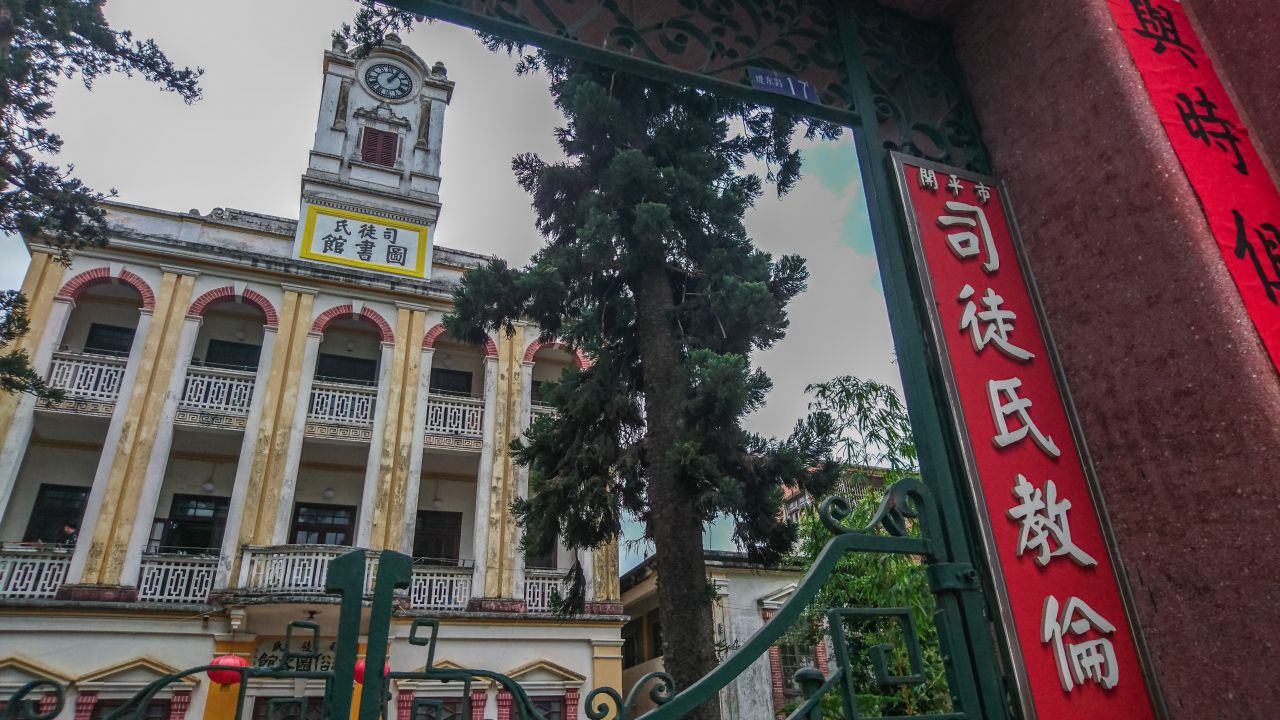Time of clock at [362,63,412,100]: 1:05
